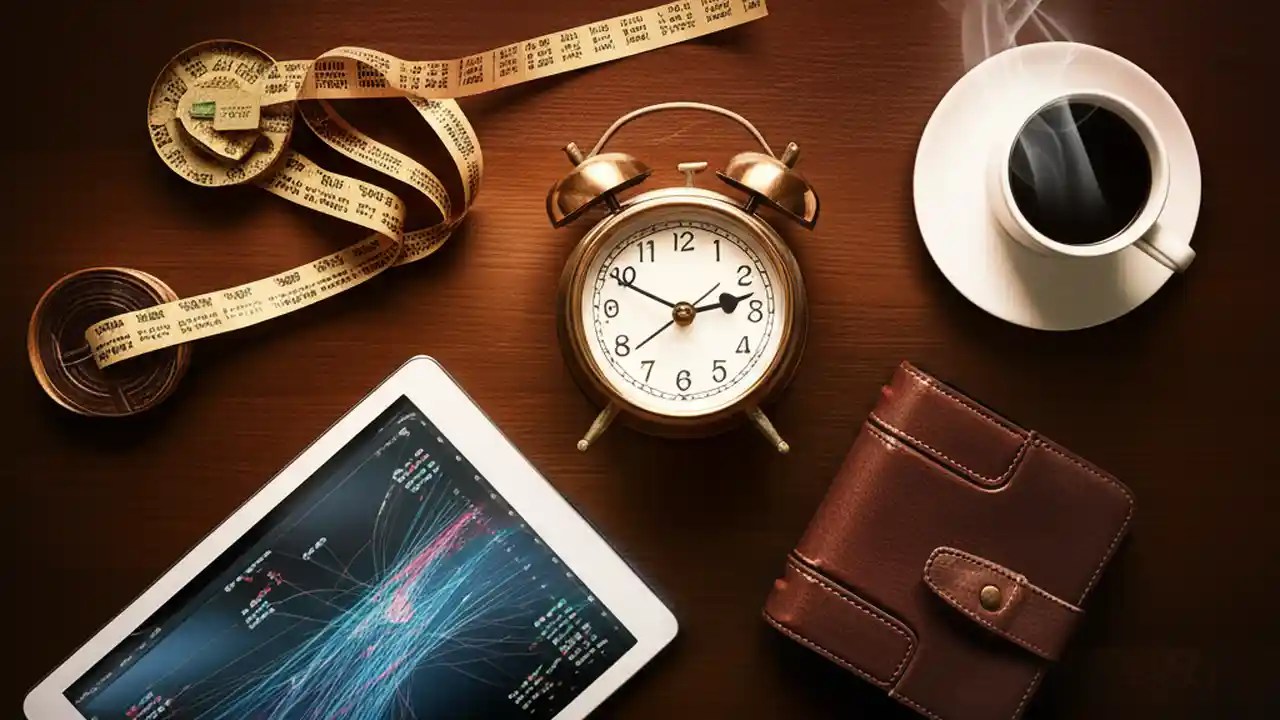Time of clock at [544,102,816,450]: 2:49
